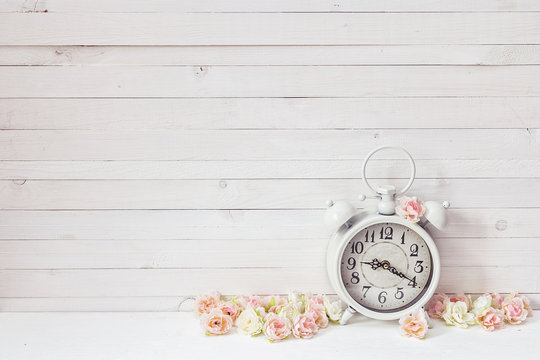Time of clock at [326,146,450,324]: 9:19
